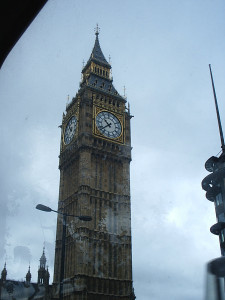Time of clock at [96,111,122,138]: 10:38
